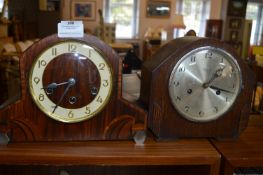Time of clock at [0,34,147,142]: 8:34
